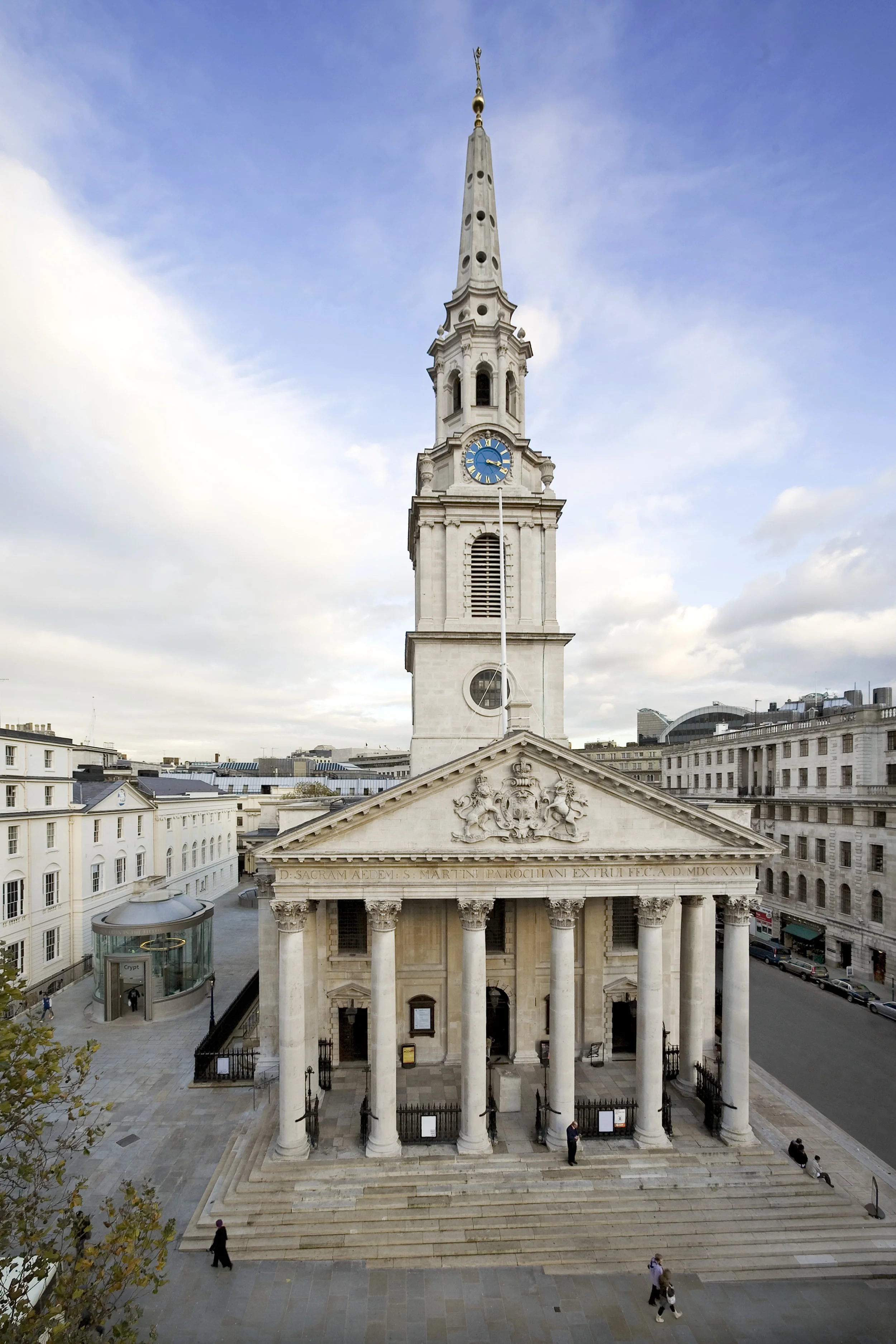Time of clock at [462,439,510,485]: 3:18
